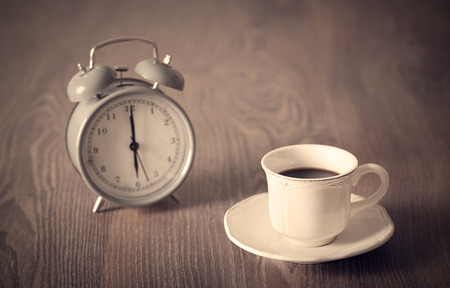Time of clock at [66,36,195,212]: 6:00
